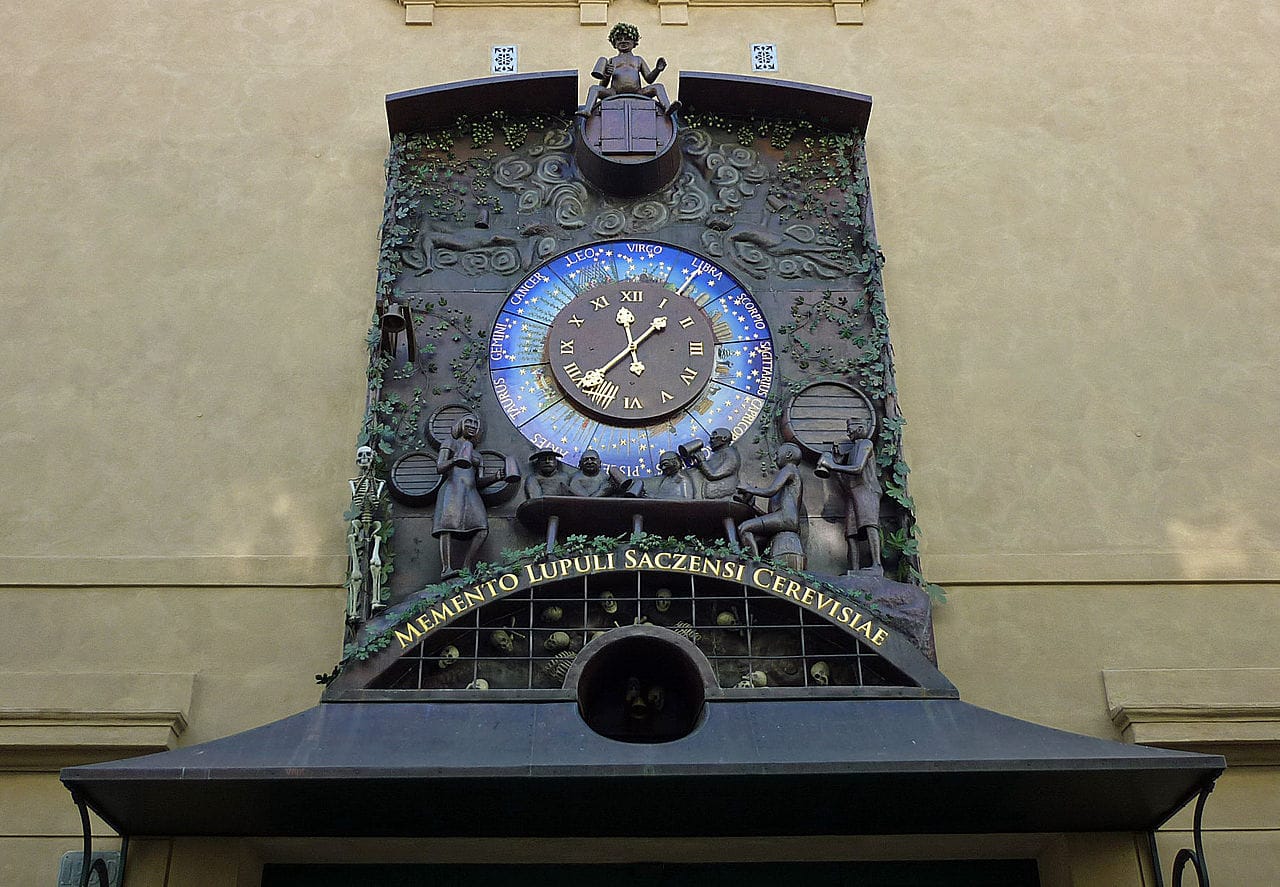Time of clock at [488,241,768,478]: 11:36
